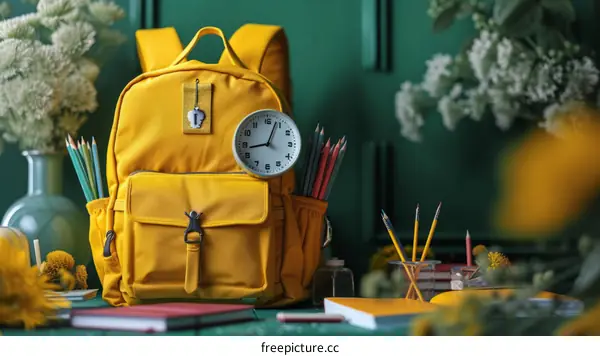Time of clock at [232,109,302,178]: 12:43
